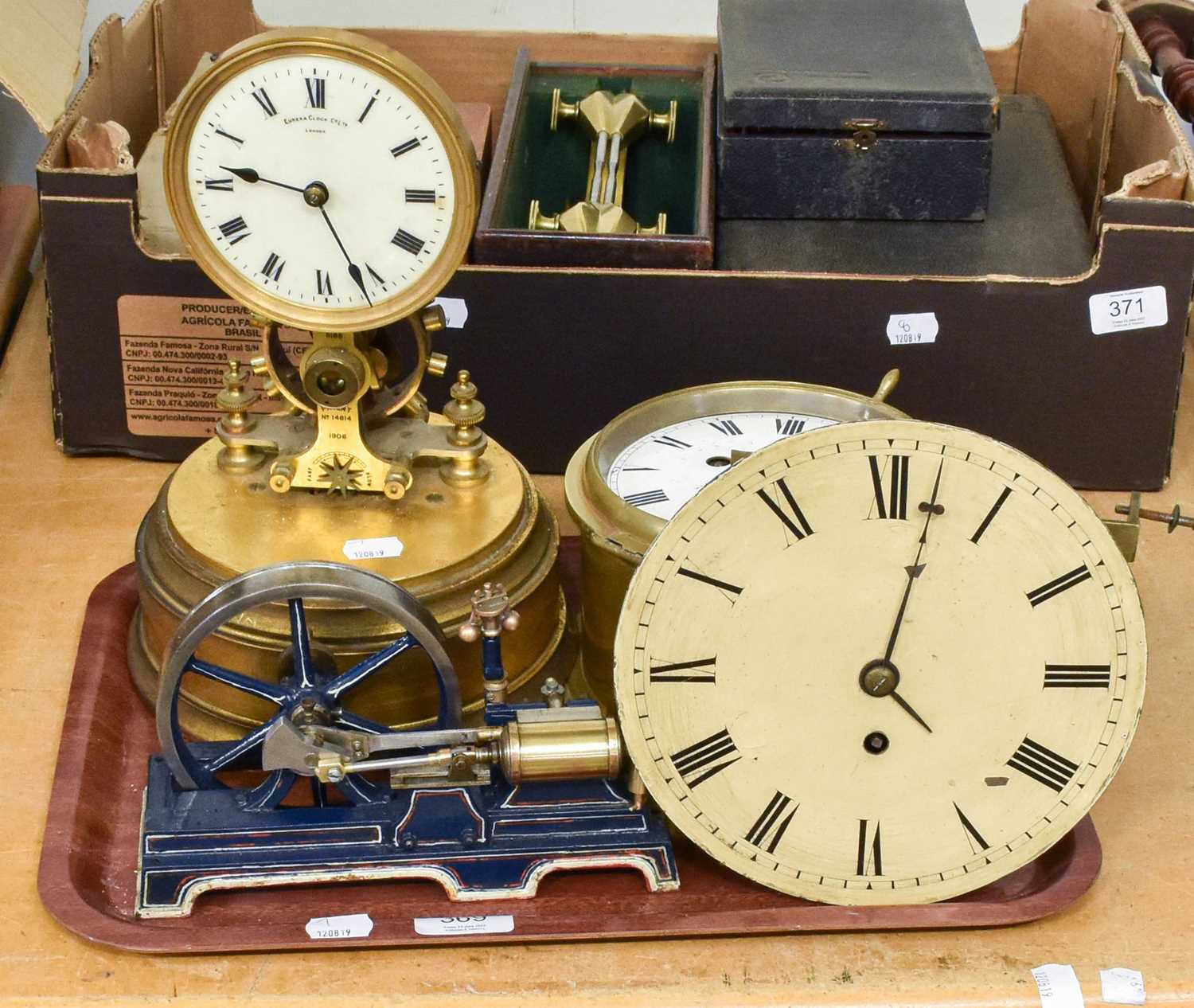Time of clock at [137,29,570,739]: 9:25
